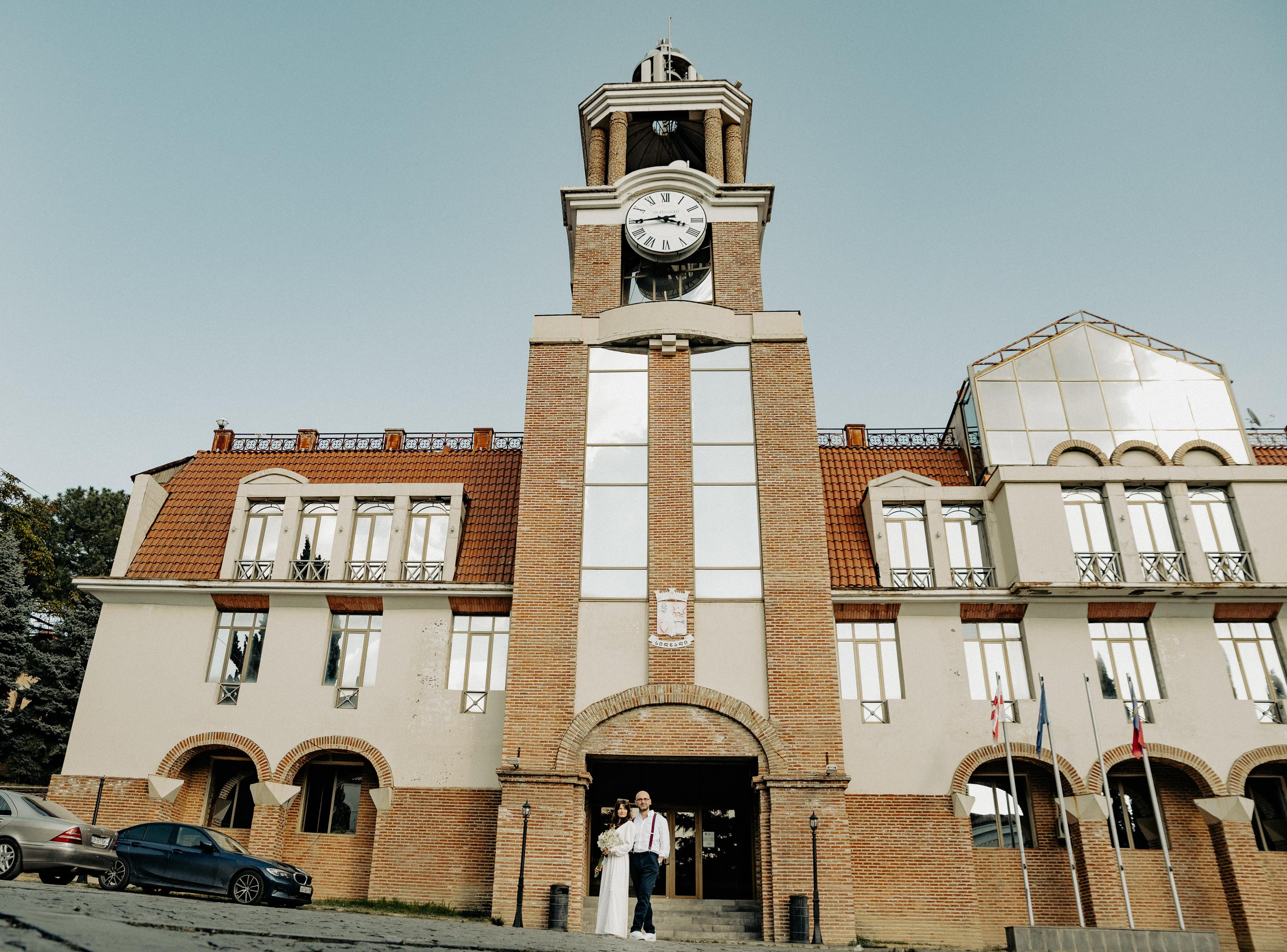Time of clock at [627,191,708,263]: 3:44
